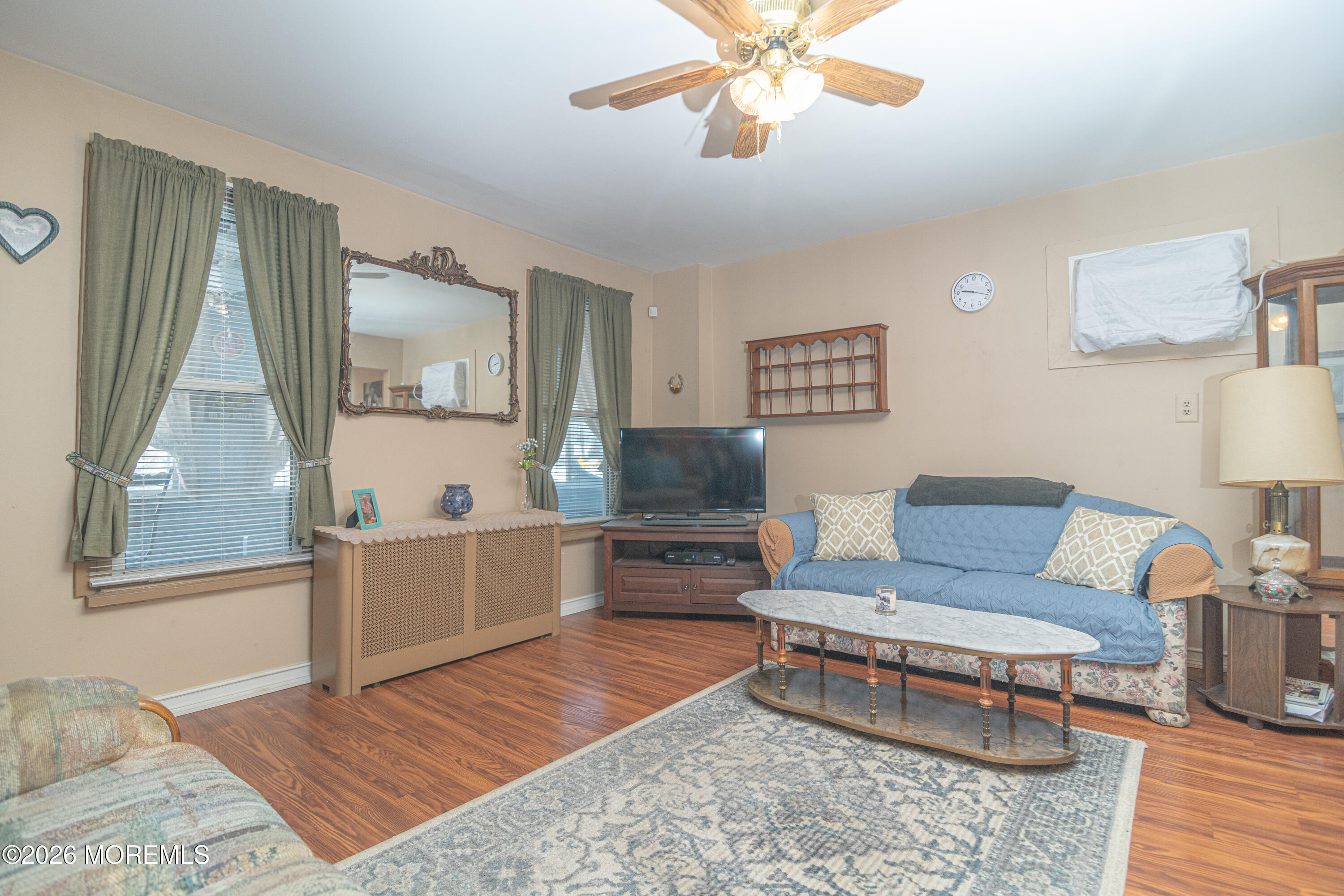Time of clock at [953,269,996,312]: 9:17
